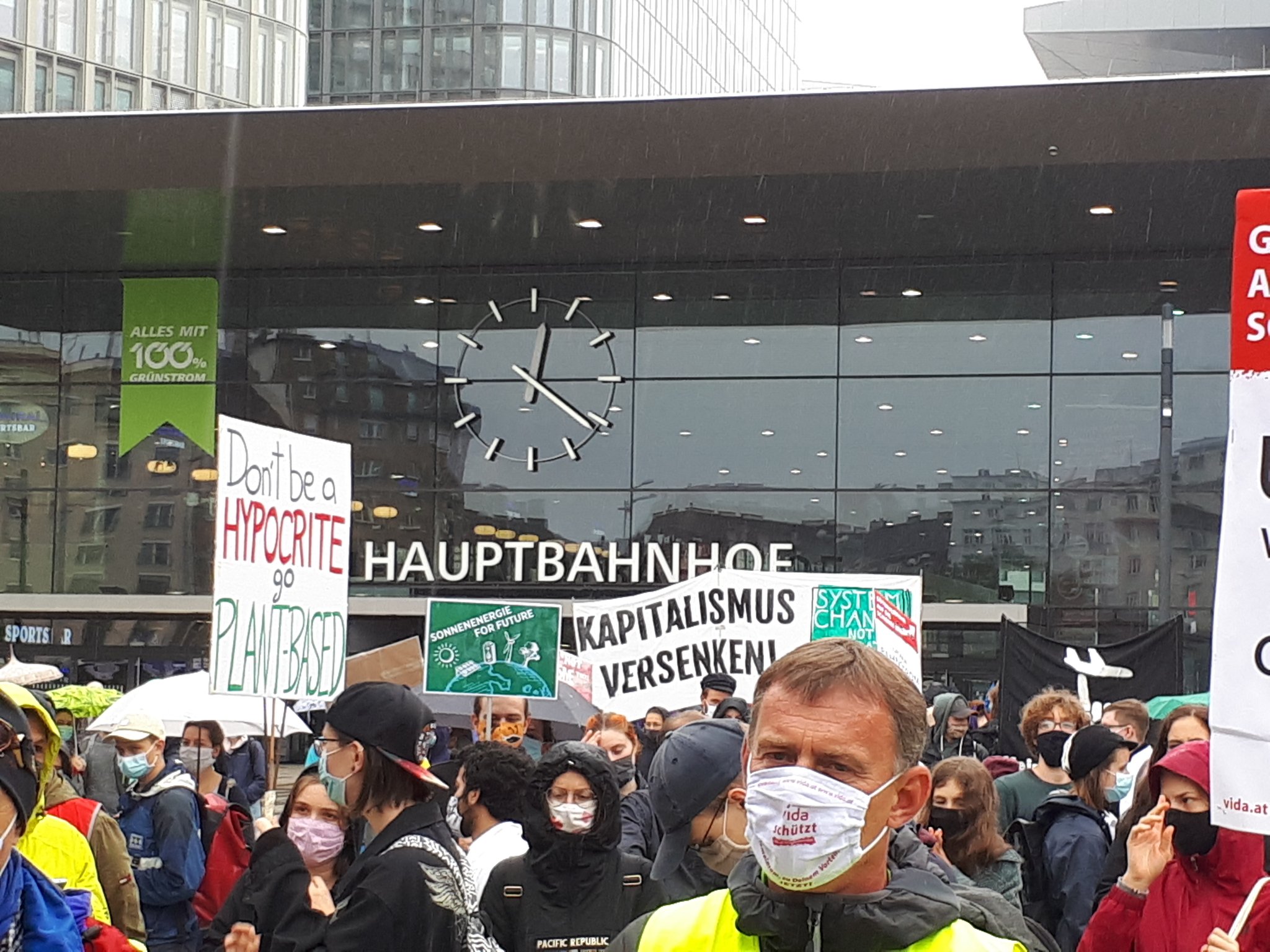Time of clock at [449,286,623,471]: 12:21
